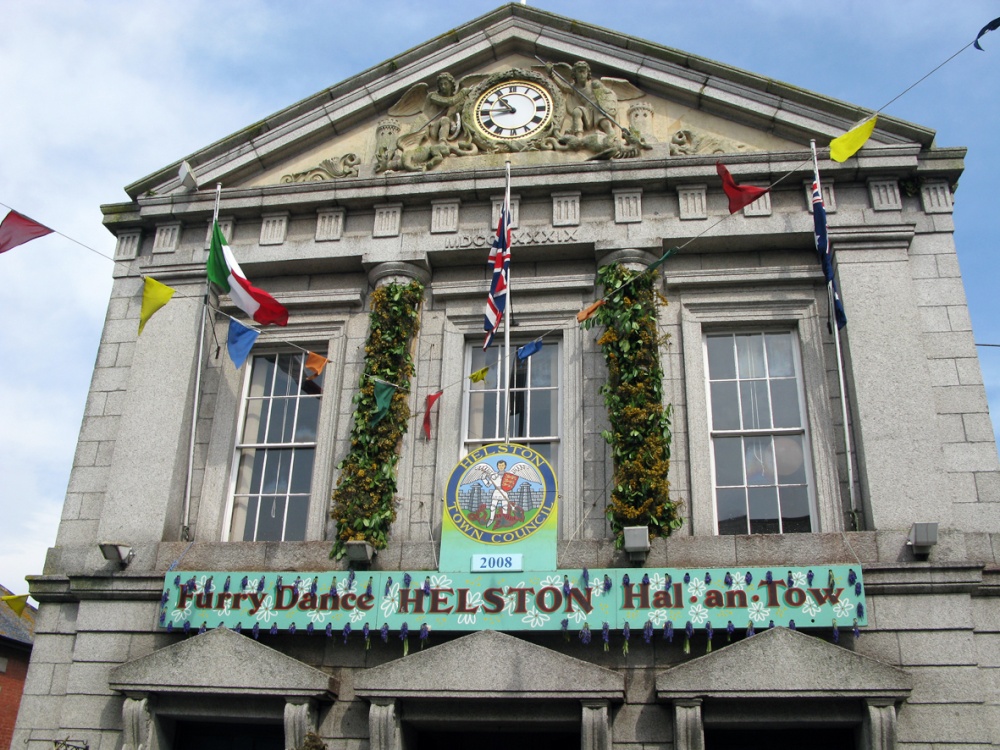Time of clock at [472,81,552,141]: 10:45
